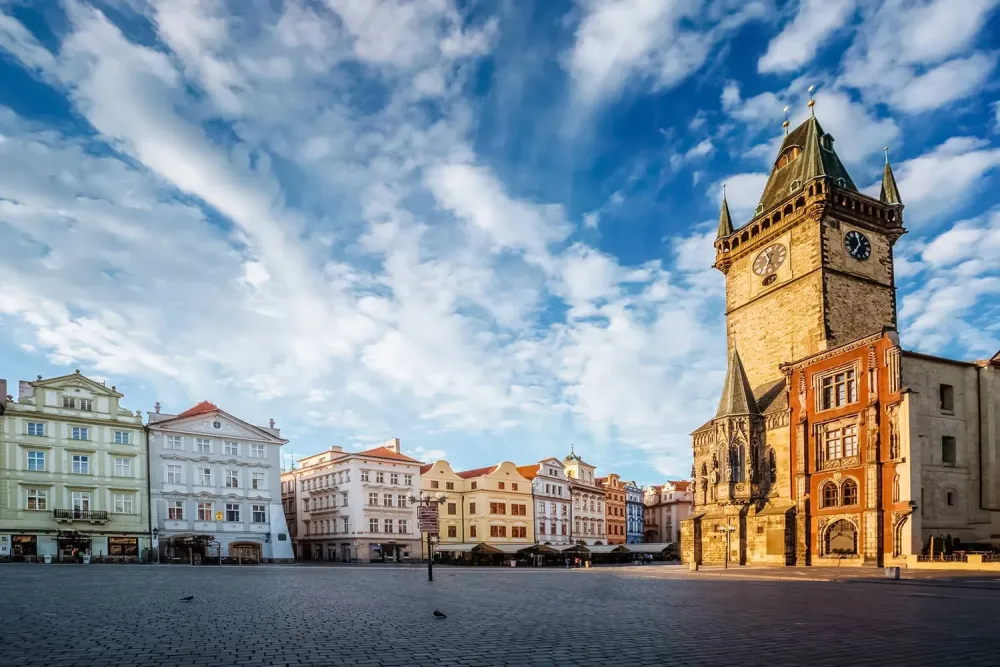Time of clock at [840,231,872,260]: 11:35
